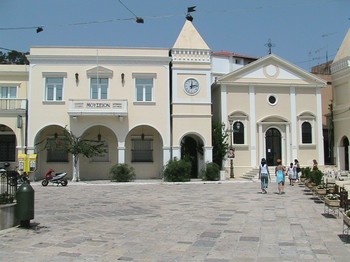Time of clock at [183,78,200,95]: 12:12
